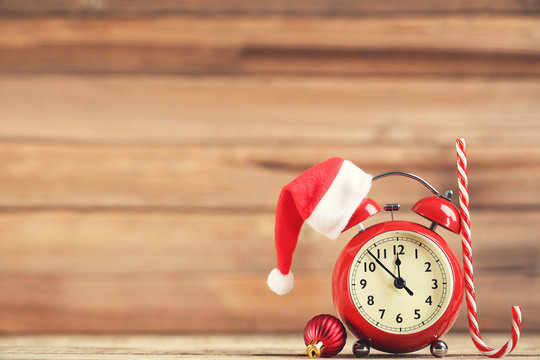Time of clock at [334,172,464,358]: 11:52
